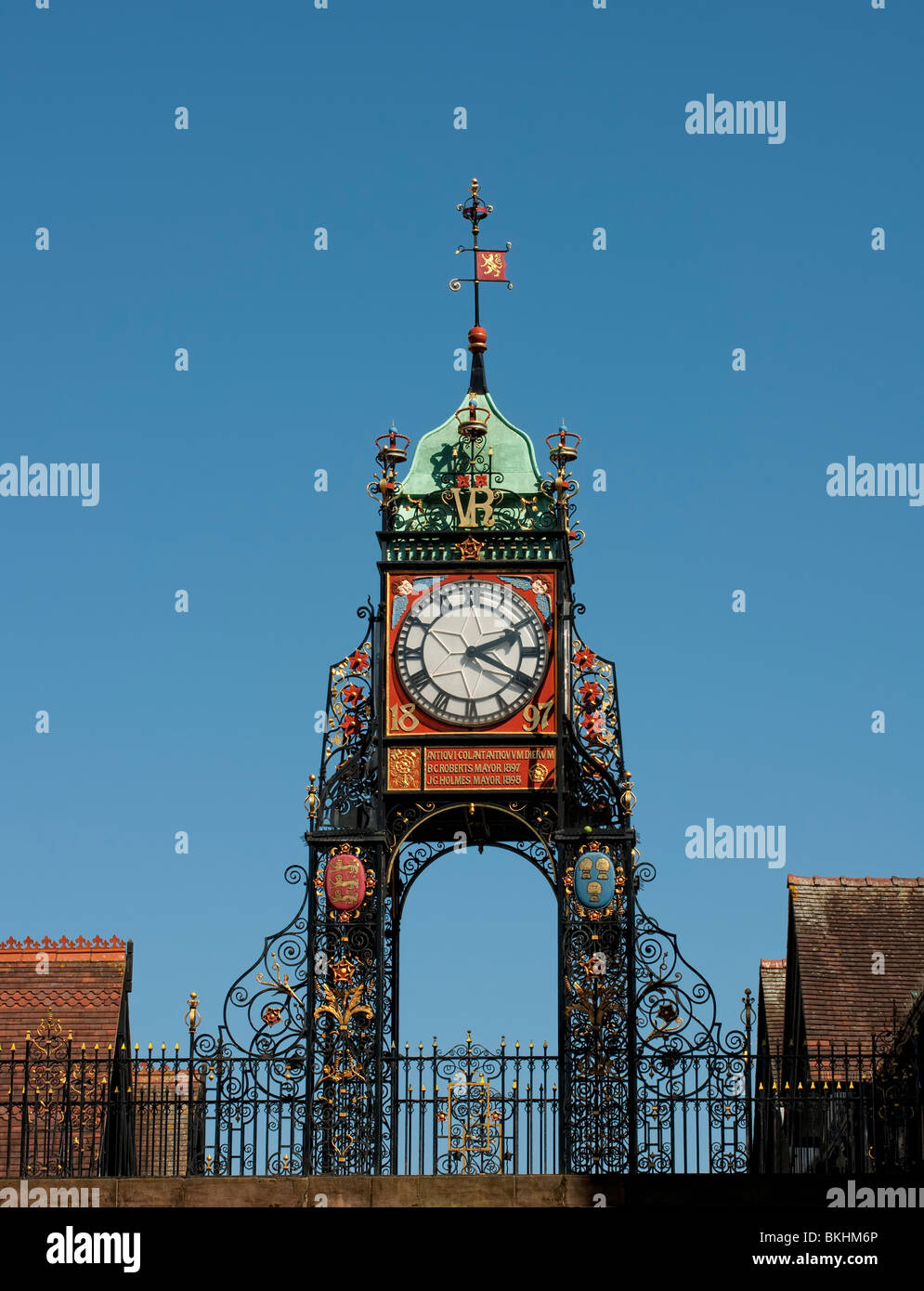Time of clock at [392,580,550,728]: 2:19
